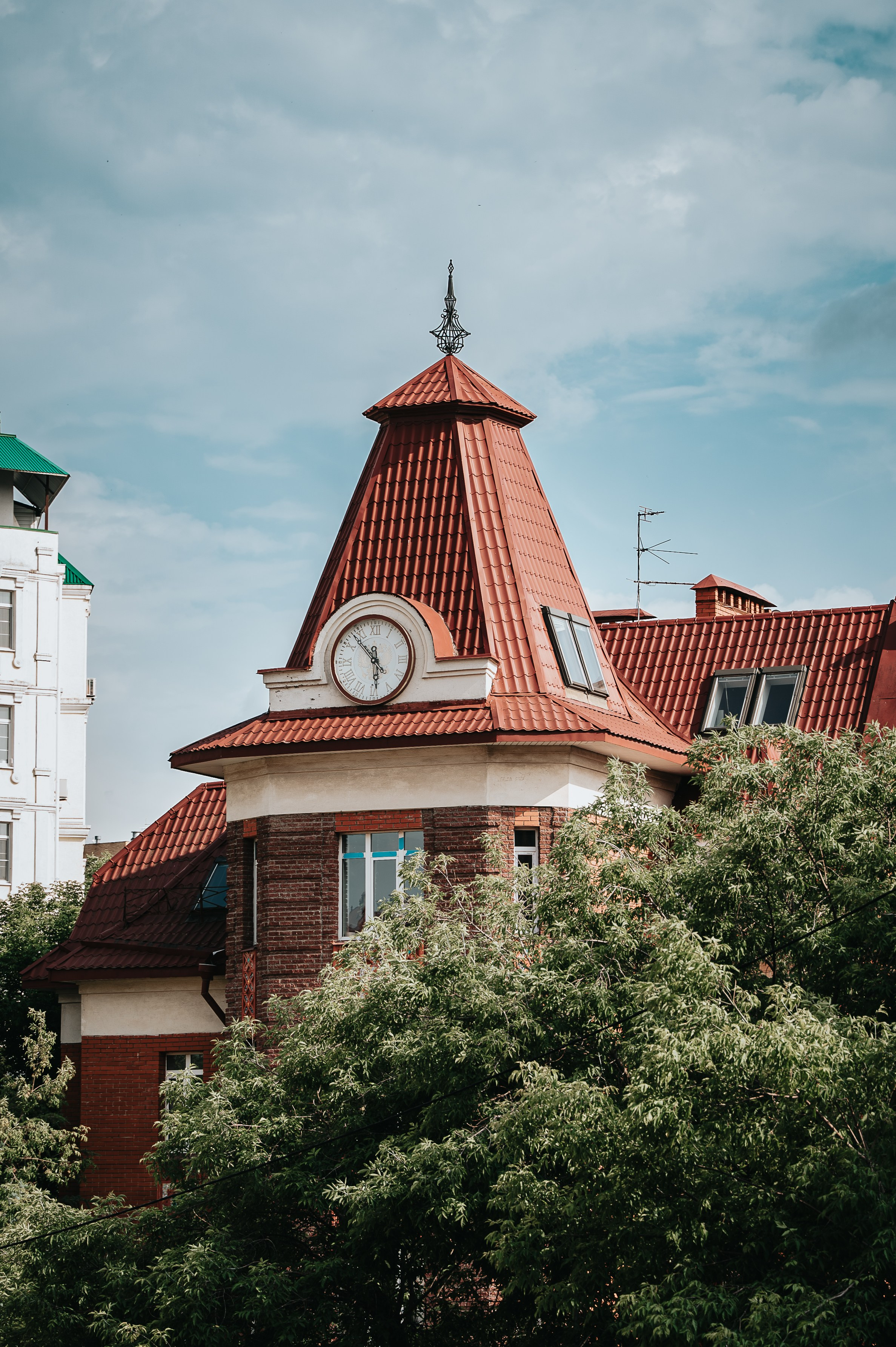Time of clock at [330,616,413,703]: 5:53
